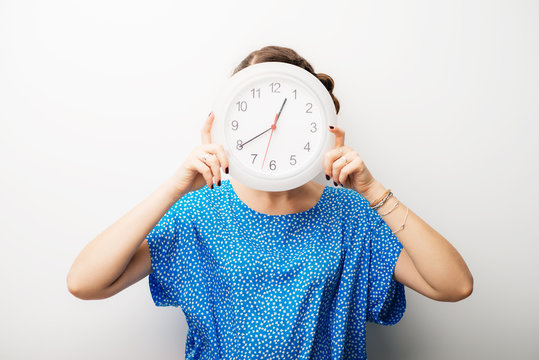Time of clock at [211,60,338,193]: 12:39
